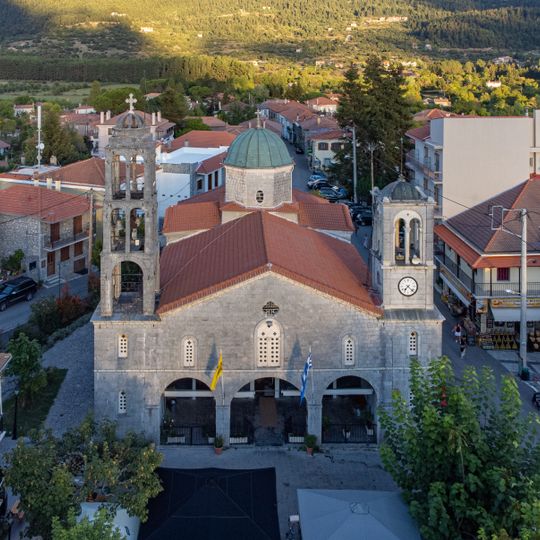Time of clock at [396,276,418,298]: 7:22
